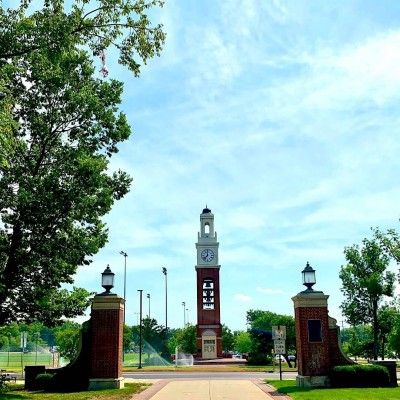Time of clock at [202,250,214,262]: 7:00
